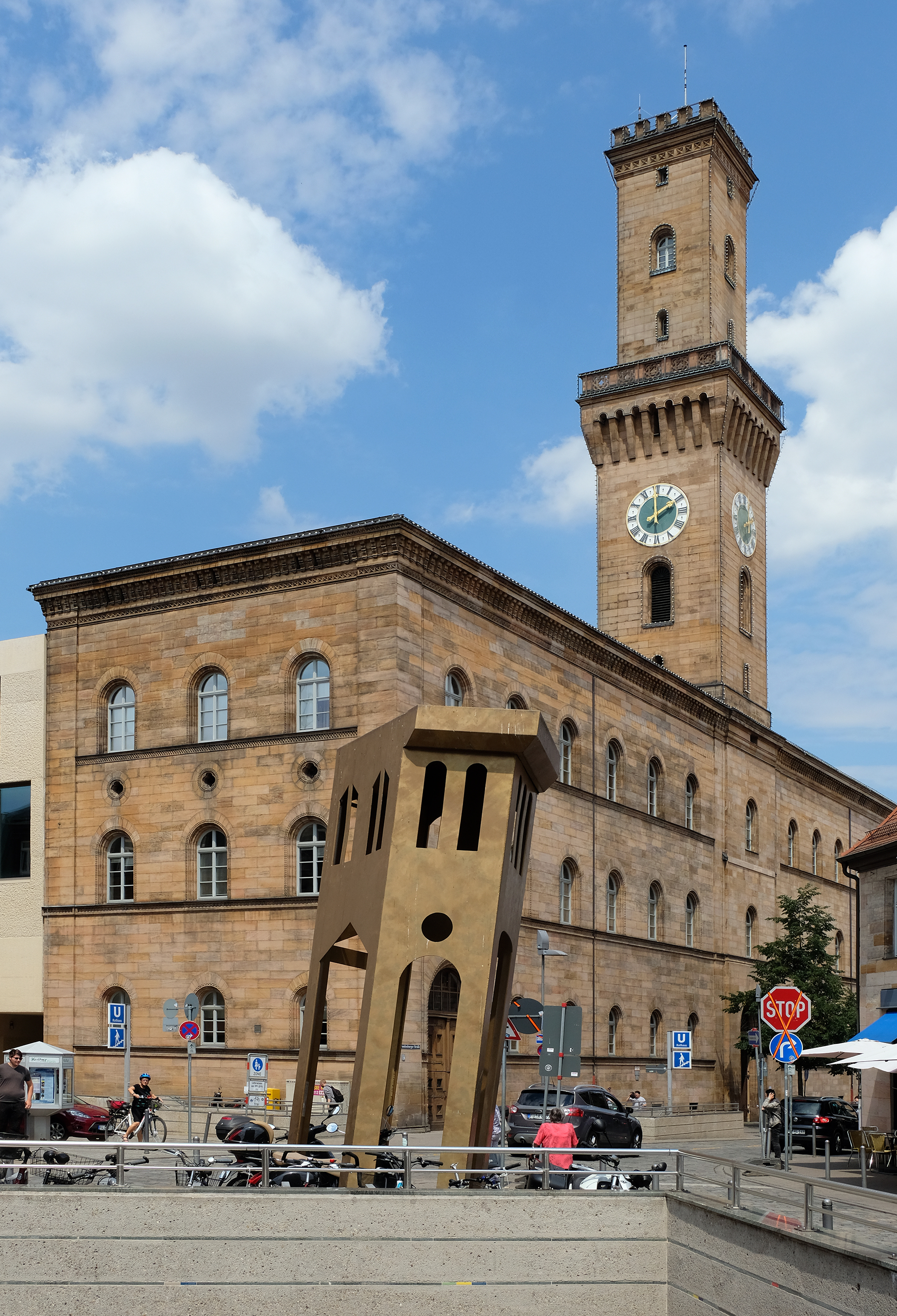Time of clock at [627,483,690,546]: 1:59
